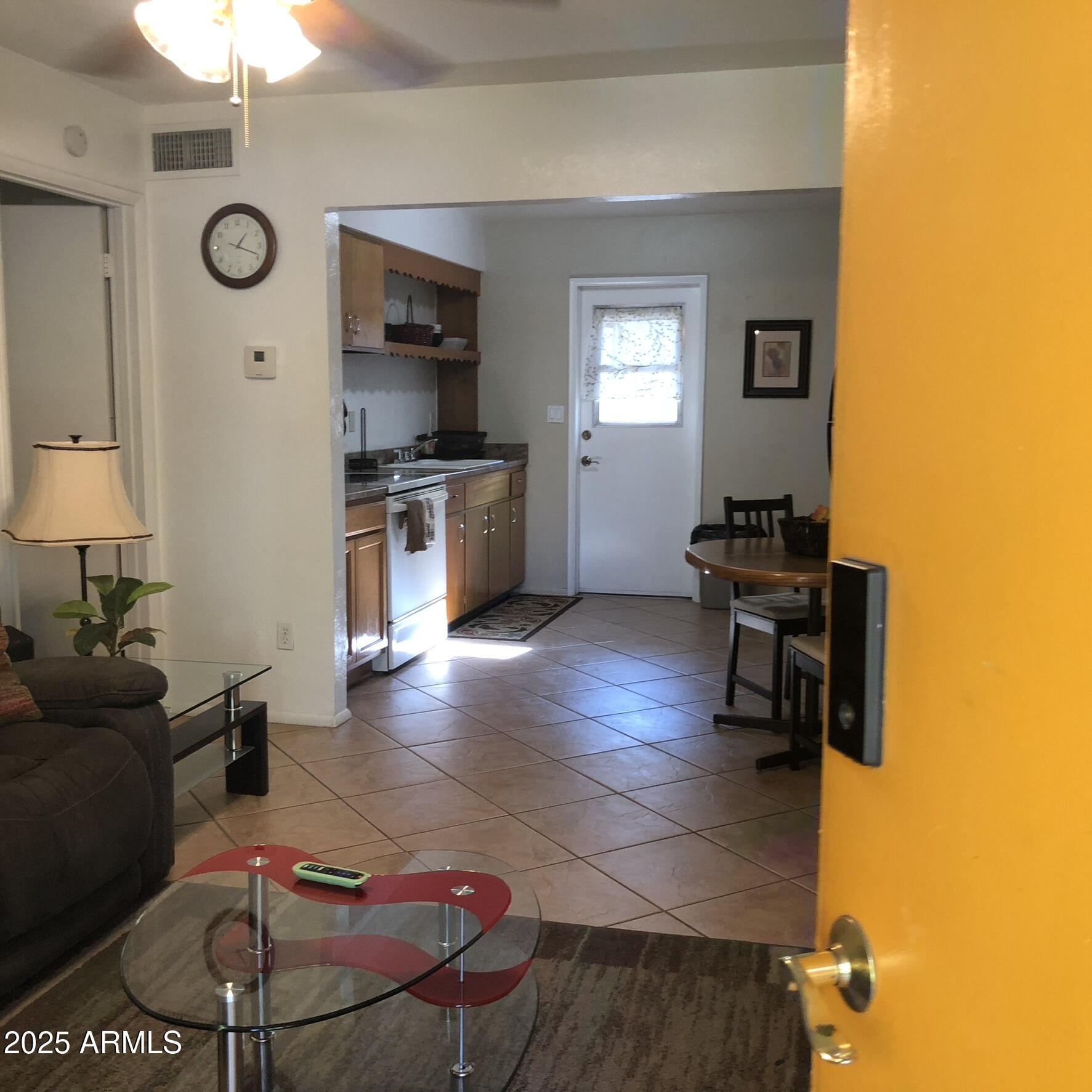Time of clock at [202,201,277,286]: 1:18
